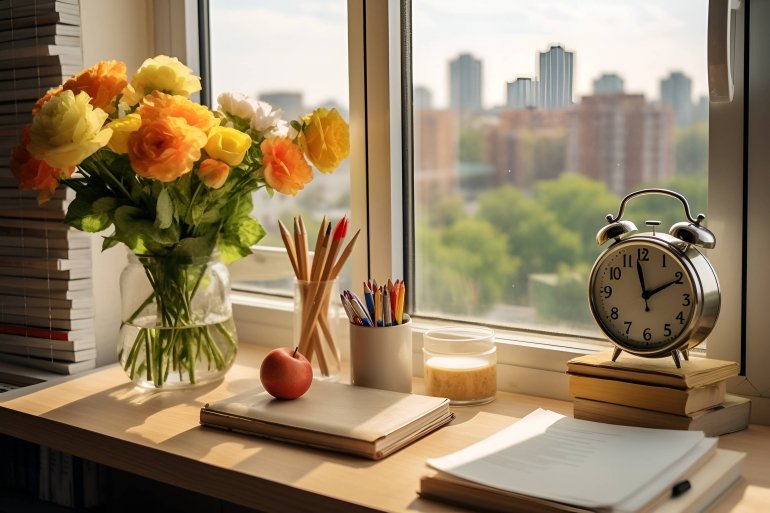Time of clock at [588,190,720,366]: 1:58
